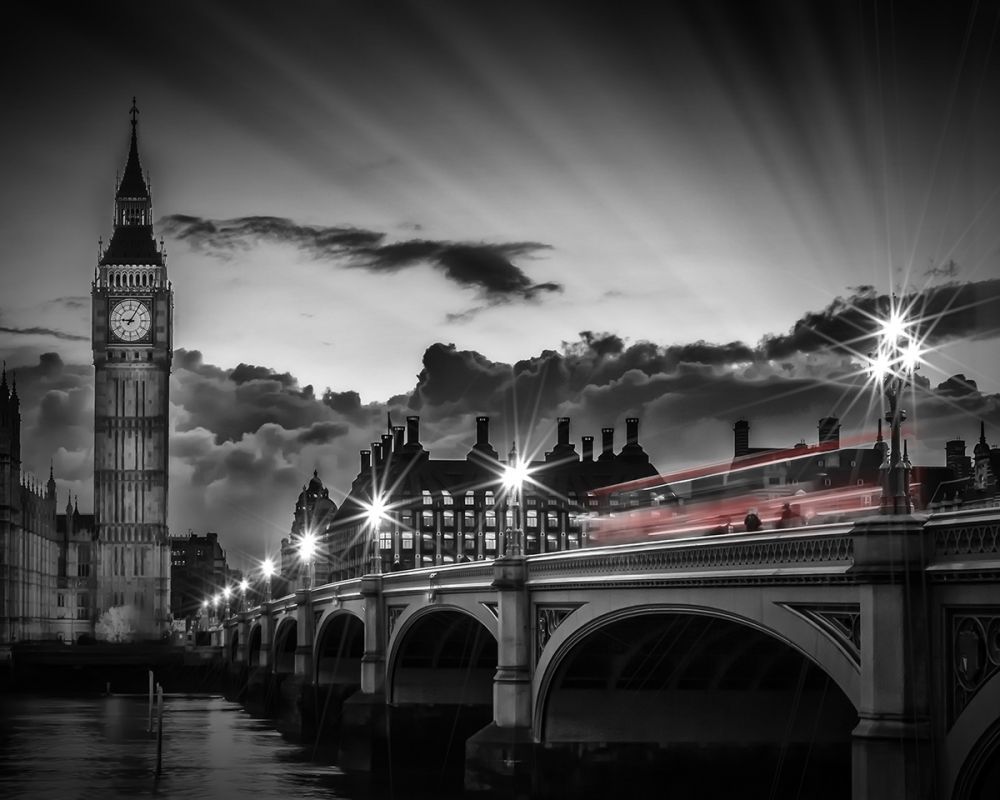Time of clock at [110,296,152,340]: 9:05
